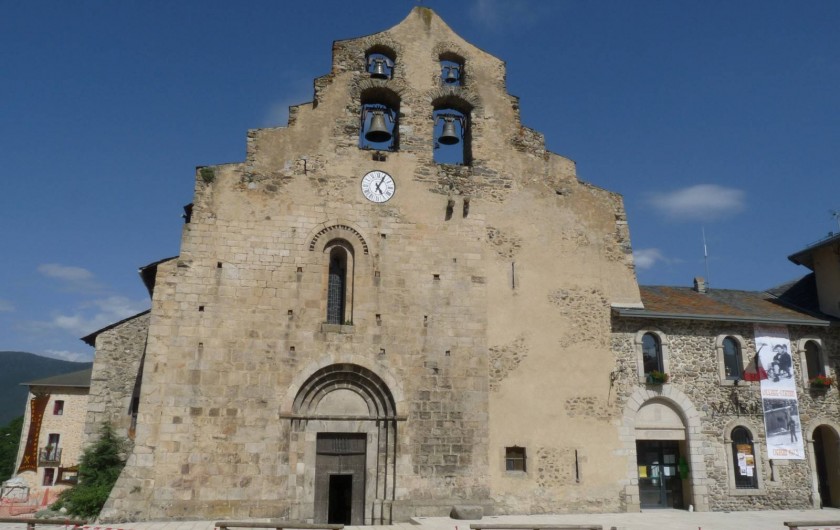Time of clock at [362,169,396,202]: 5:04
